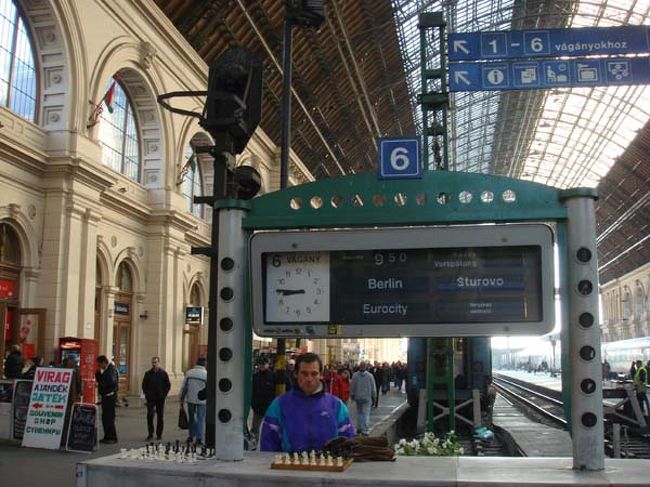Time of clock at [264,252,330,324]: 8:45
